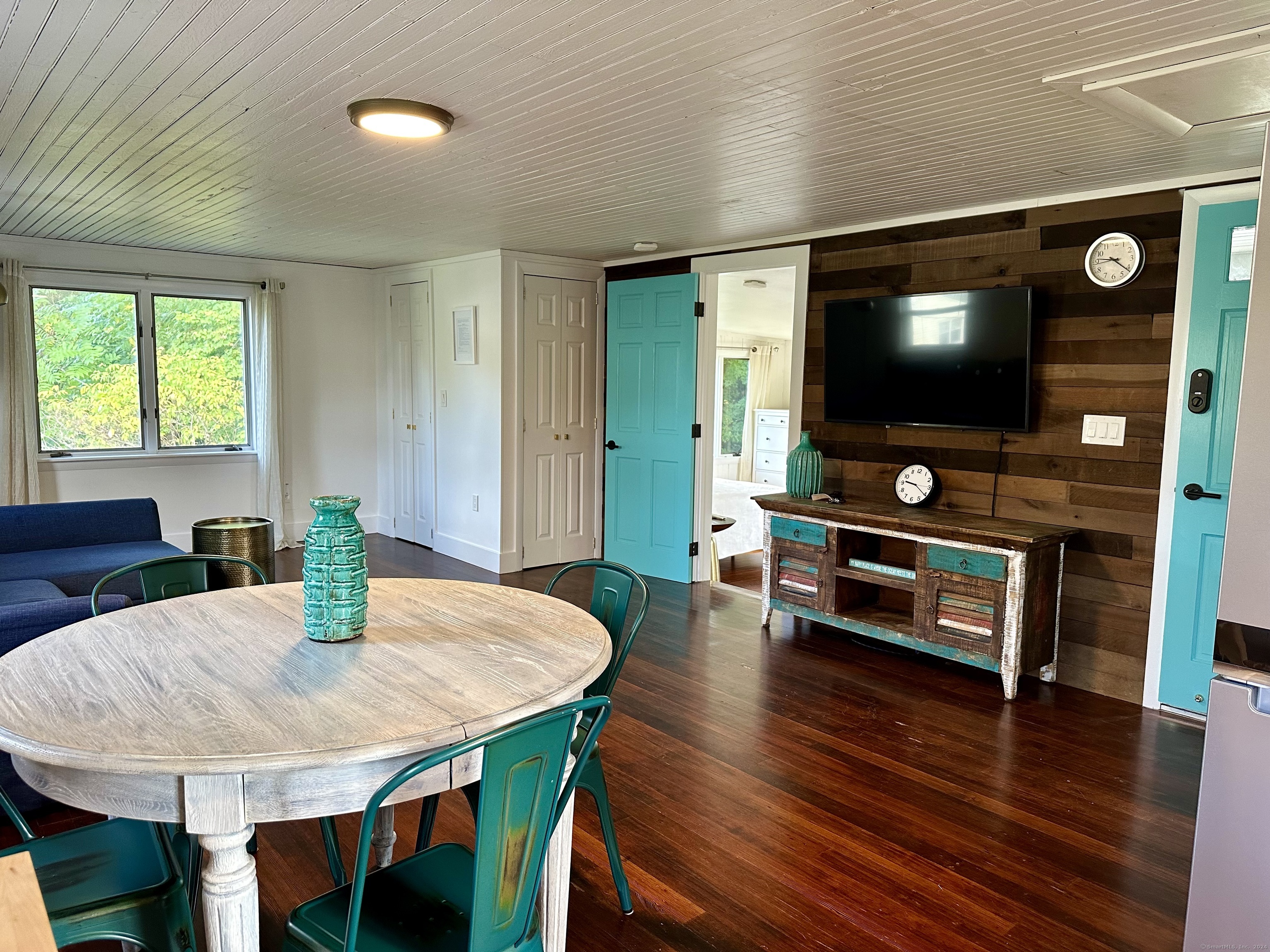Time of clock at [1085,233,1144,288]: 9:21
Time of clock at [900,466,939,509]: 9:20
